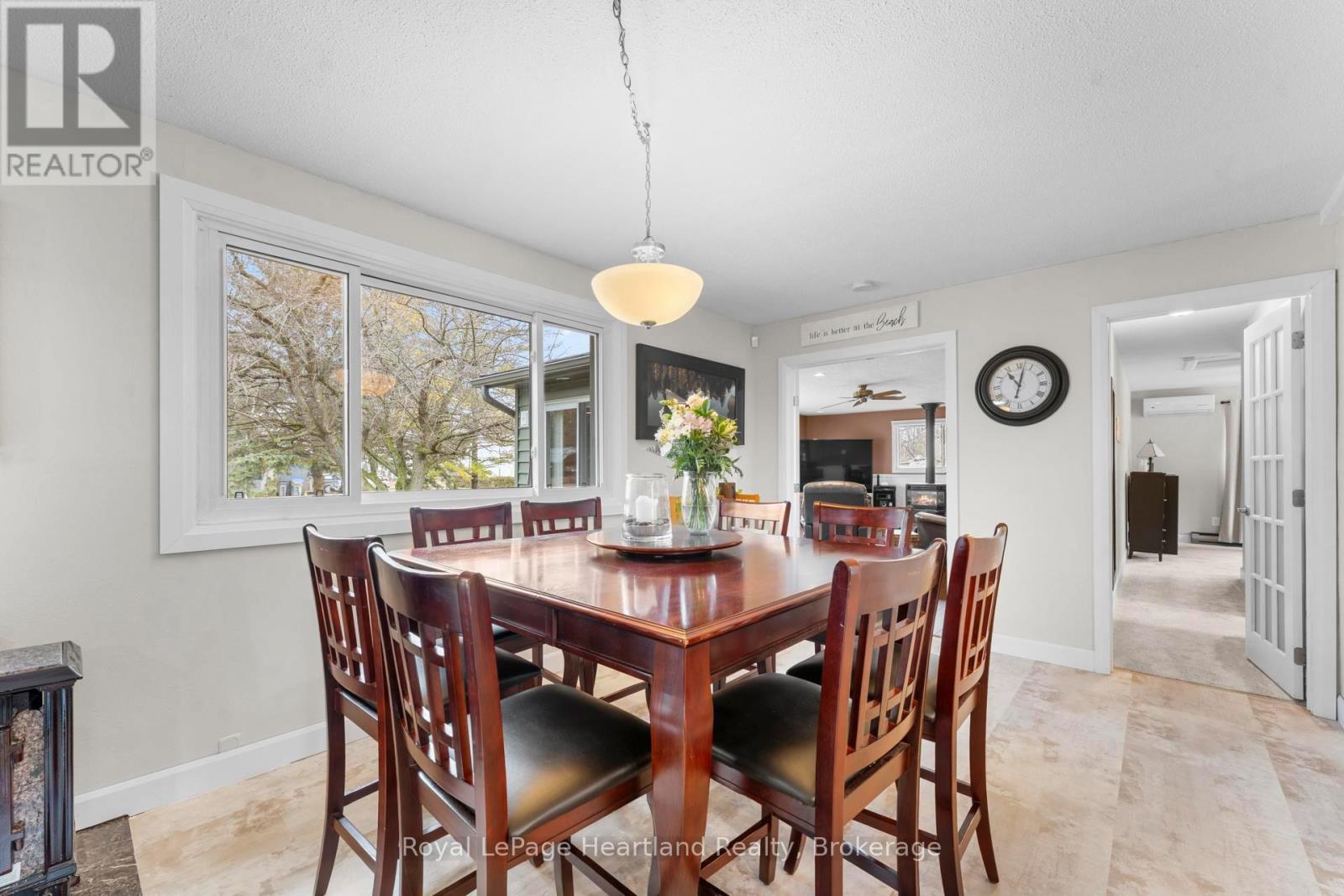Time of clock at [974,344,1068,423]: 11:01
